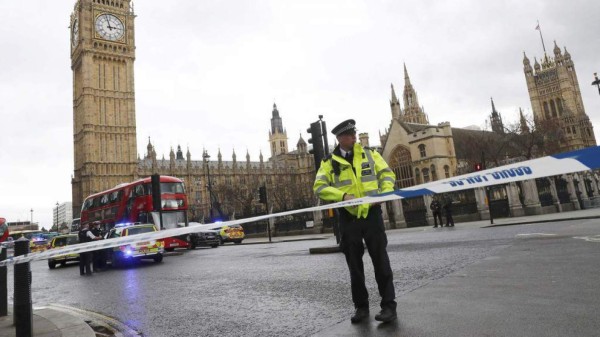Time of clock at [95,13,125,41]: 2:57
